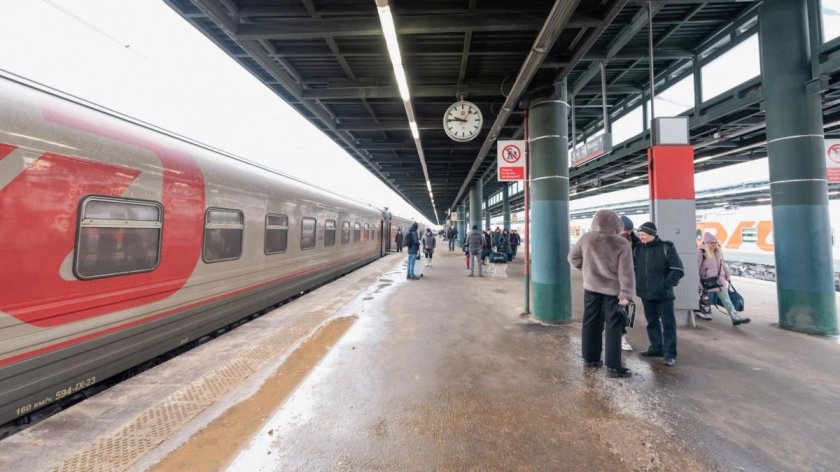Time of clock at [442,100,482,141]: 9:45
